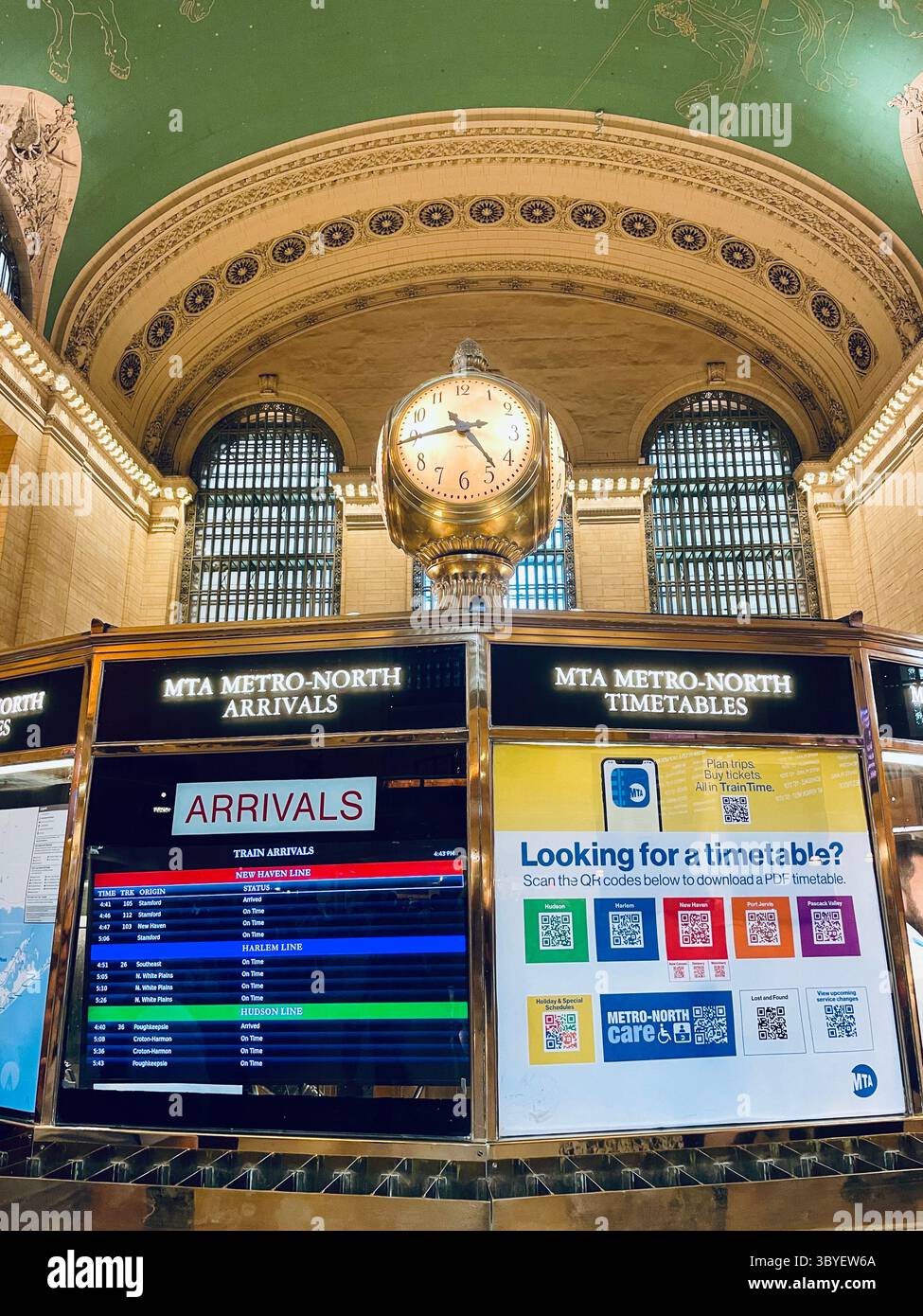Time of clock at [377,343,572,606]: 4:44
